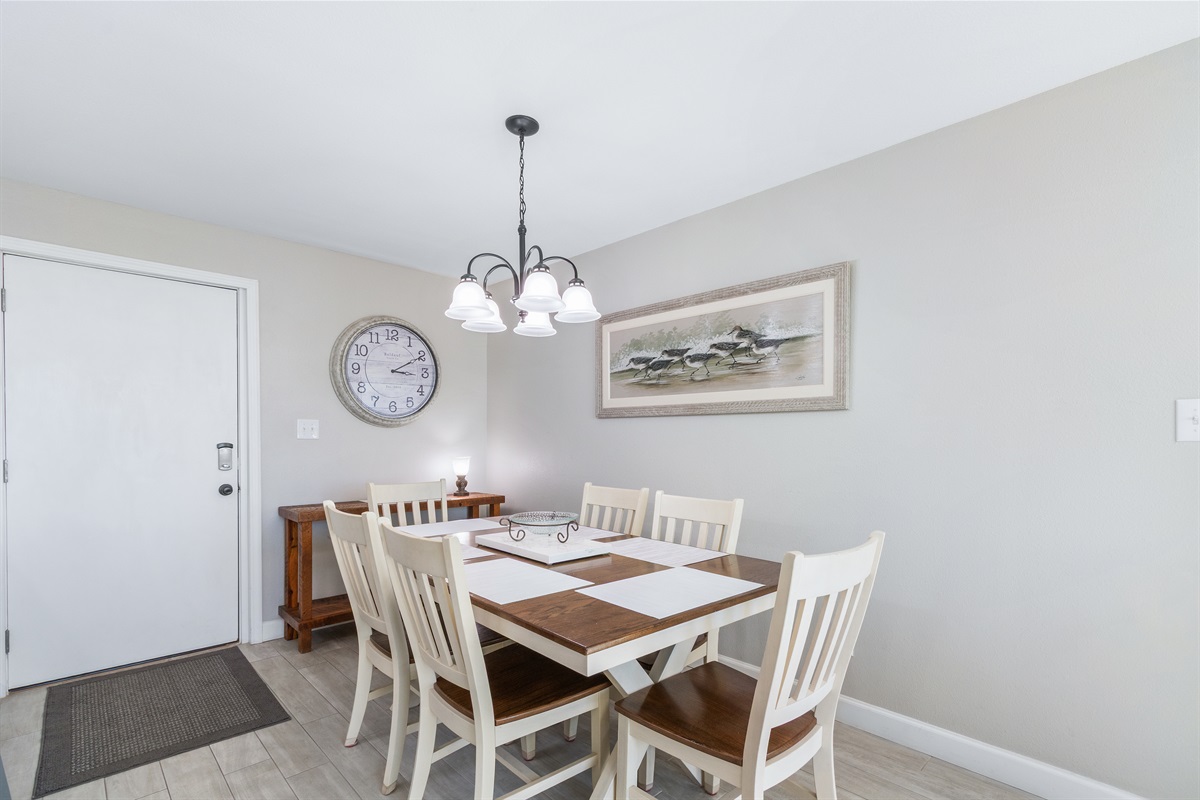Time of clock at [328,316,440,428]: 3:10
